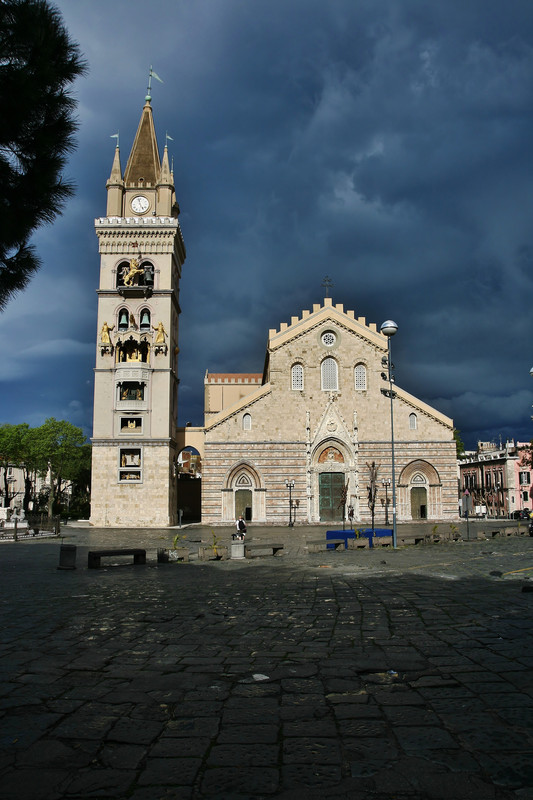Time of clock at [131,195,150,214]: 4:57
